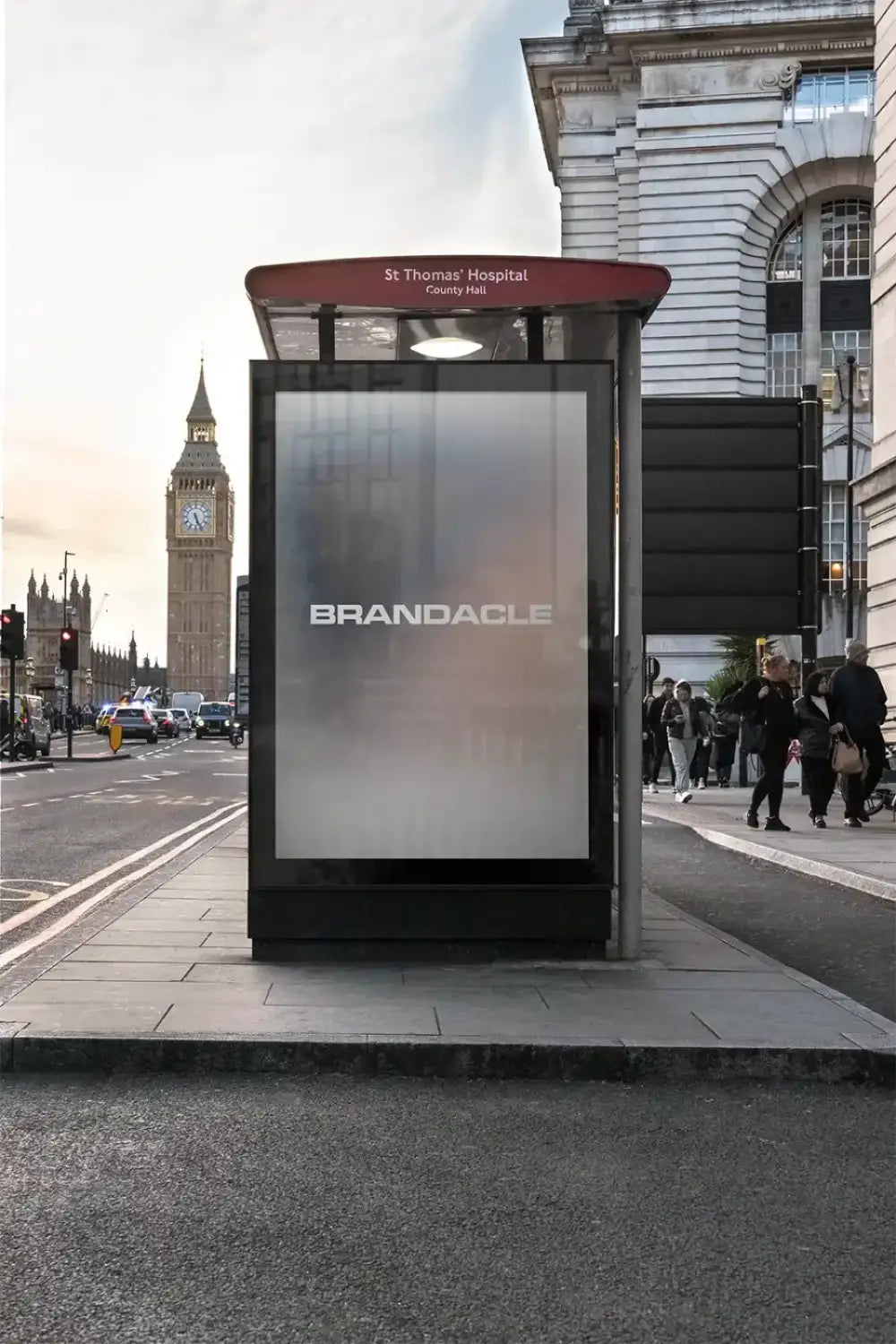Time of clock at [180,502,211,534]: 5:26
